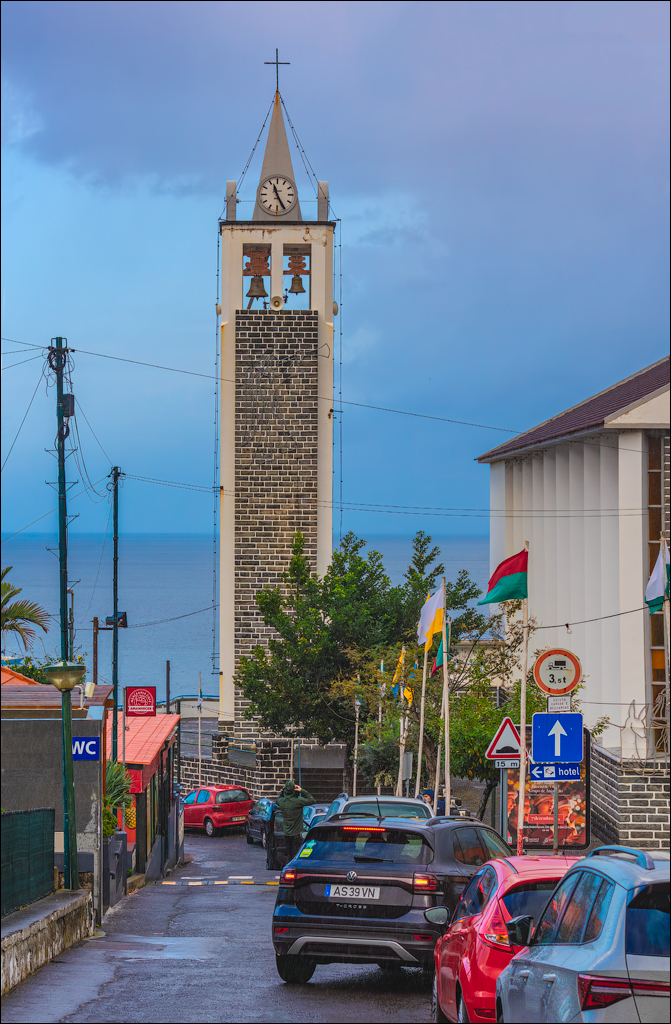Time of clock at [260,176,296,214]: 11:25
